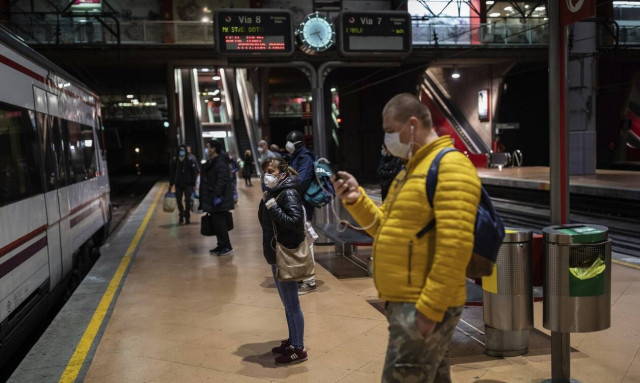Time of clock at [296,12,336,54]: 8:25
